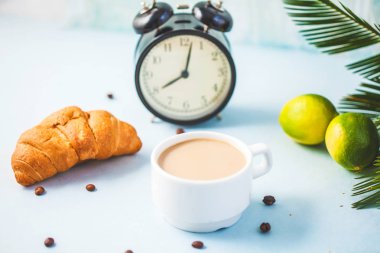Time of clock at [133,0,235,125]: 8:02
